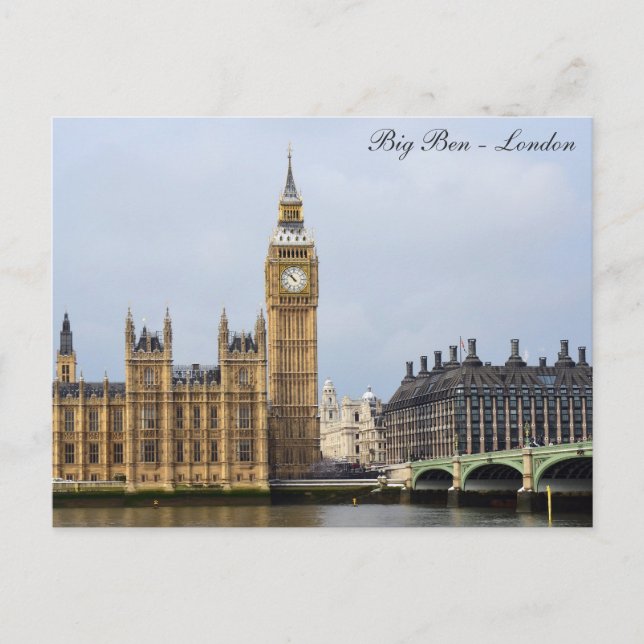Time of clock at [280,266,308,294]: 10:51
